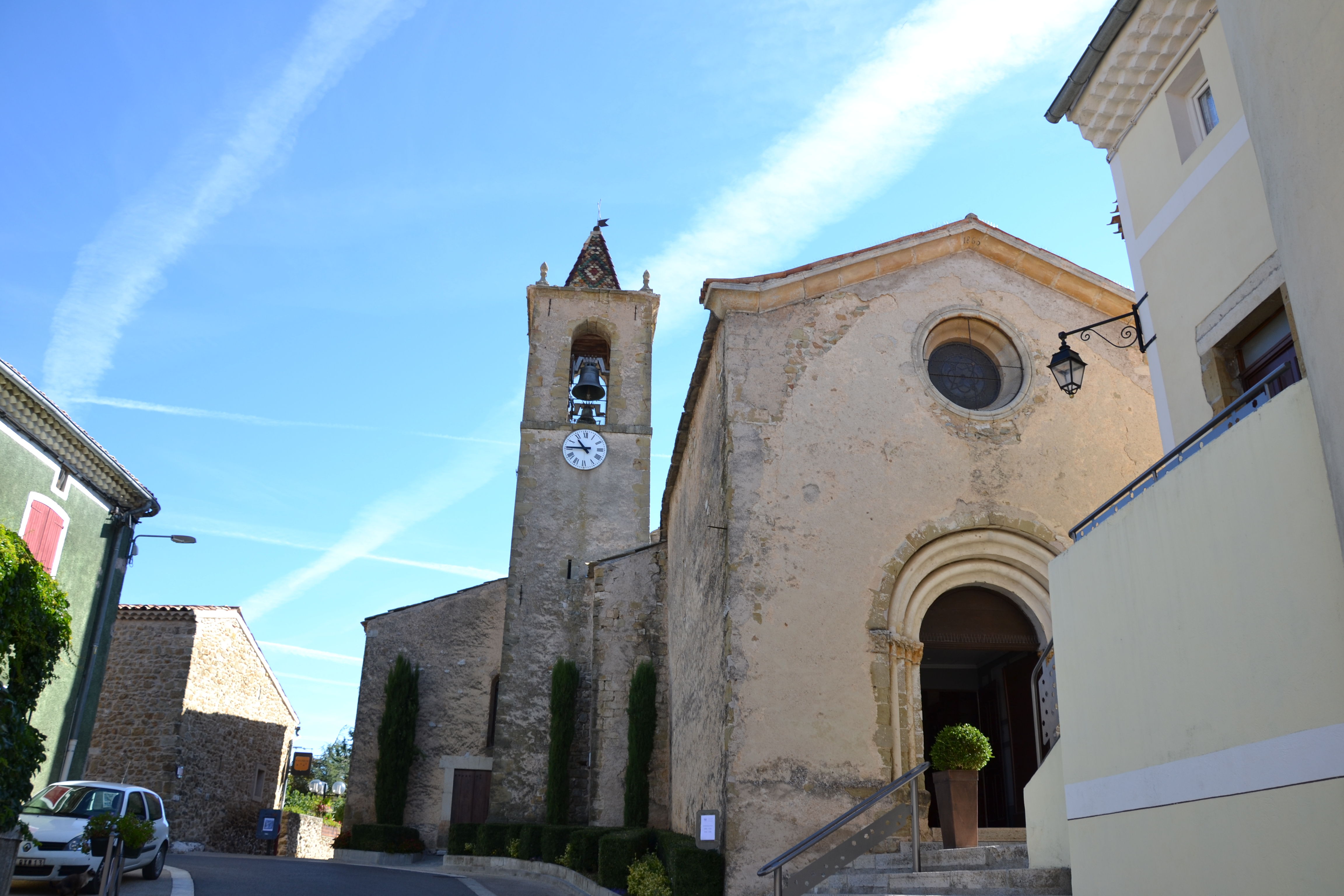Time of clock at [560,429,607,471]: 10:45
